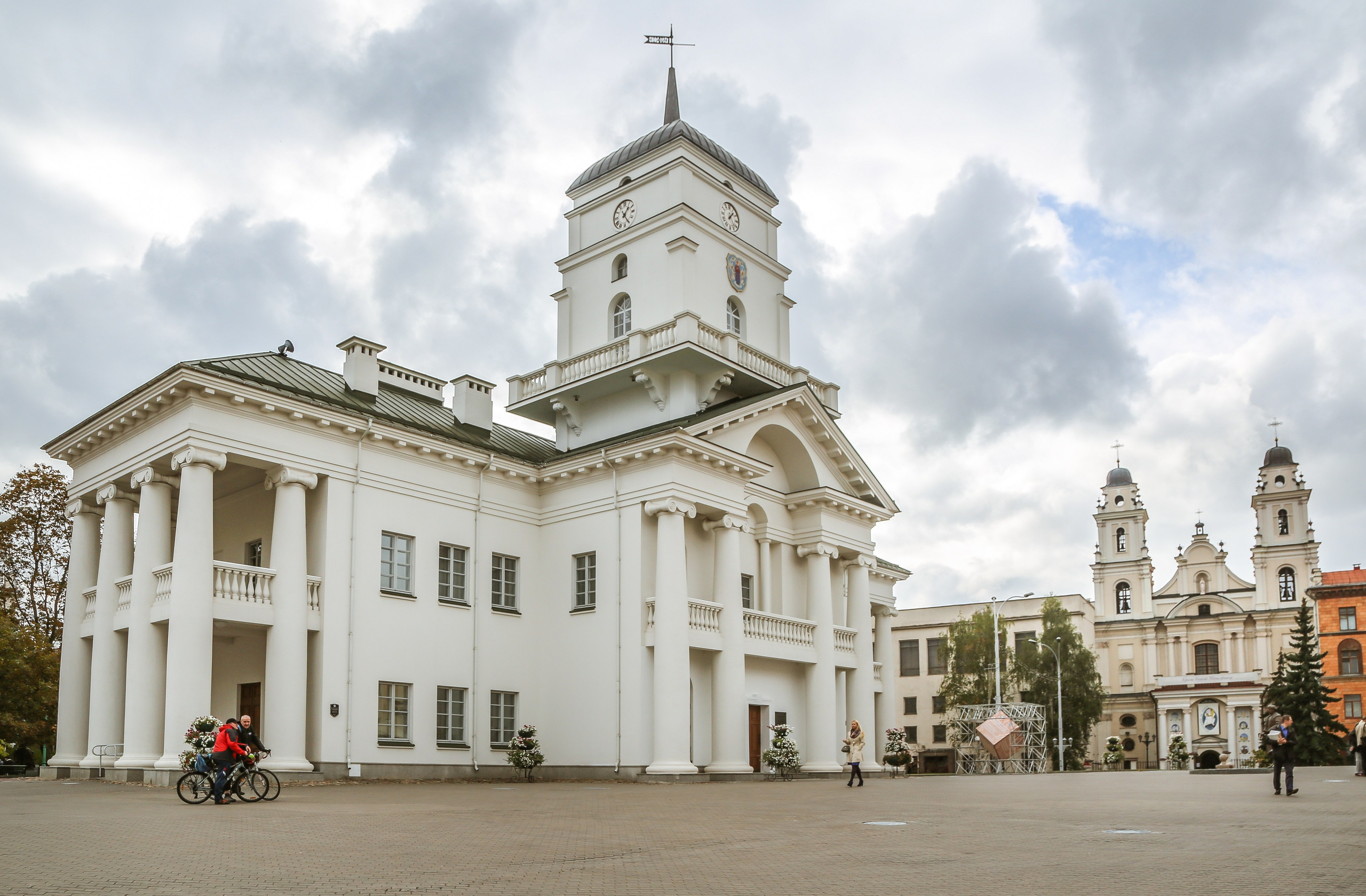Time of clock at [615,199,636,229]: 1:24
